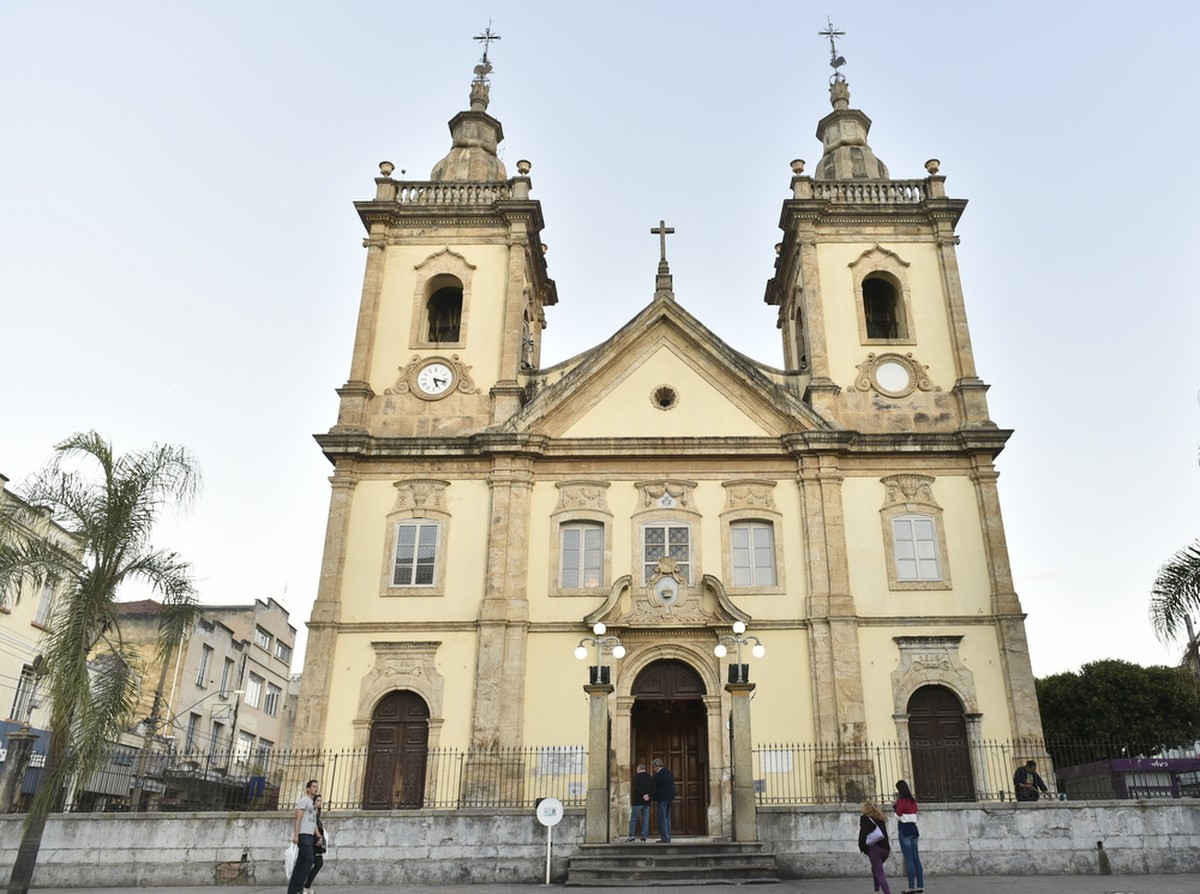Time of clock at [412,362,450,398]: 5:17
